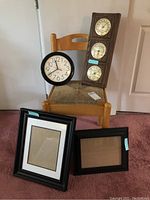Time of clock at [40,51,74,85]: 11:40
